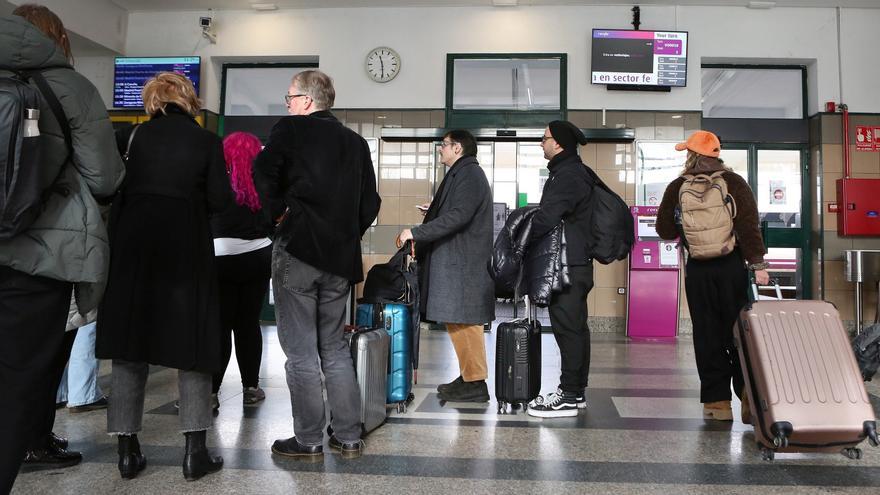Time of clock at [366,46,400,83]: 11:29
